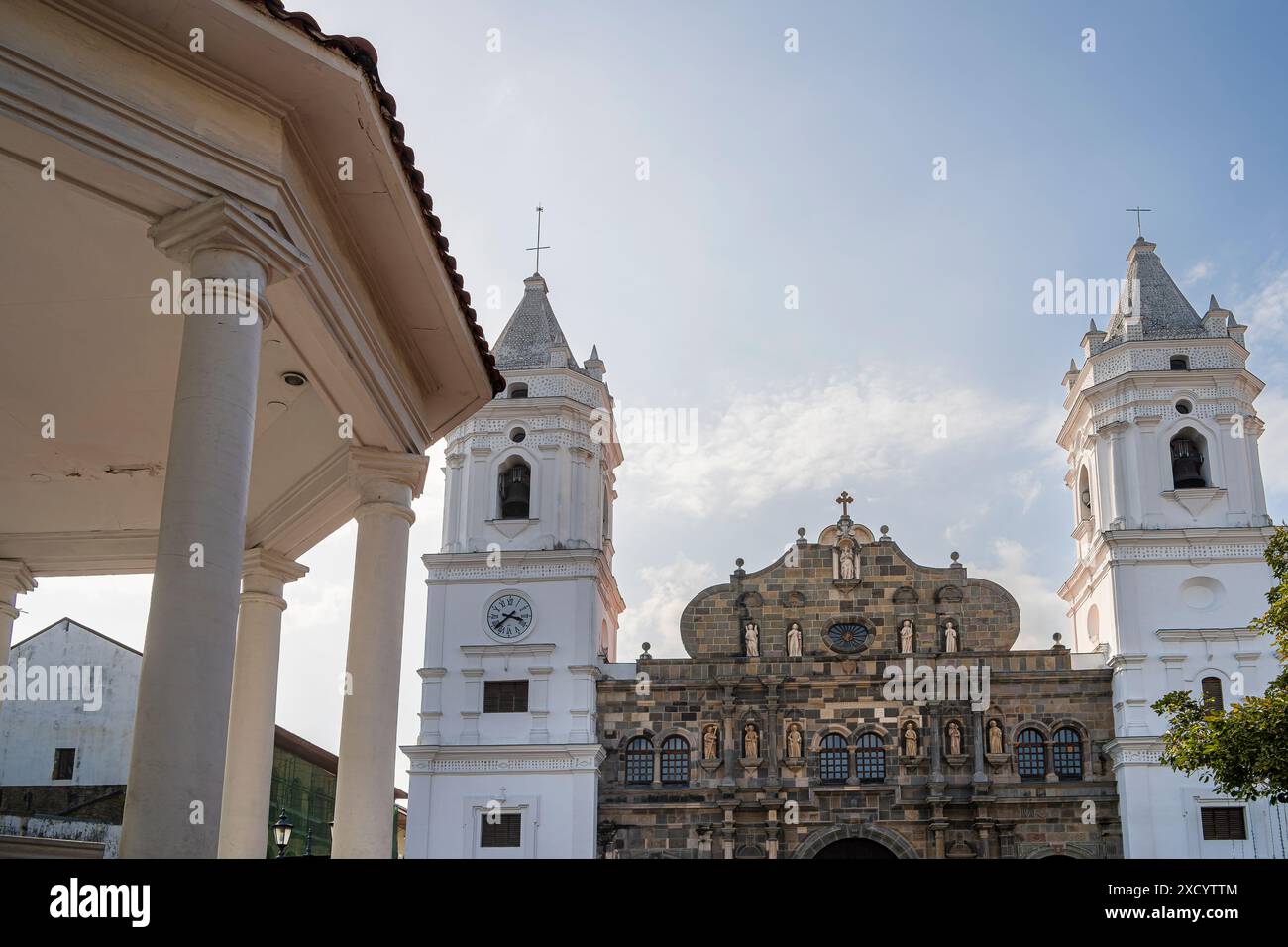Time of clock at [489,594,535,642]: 3:38
